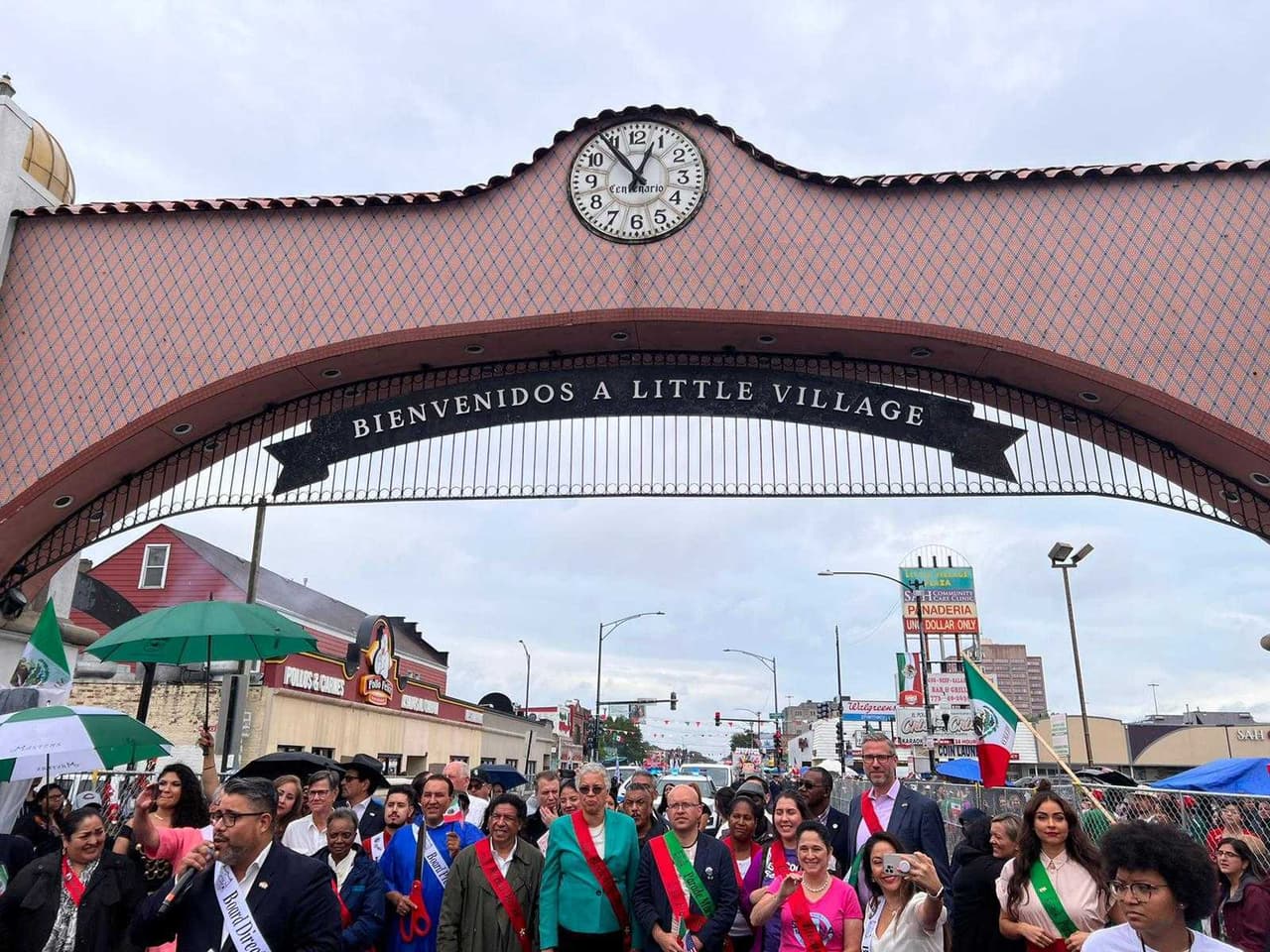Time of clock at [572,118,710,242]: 12:53
